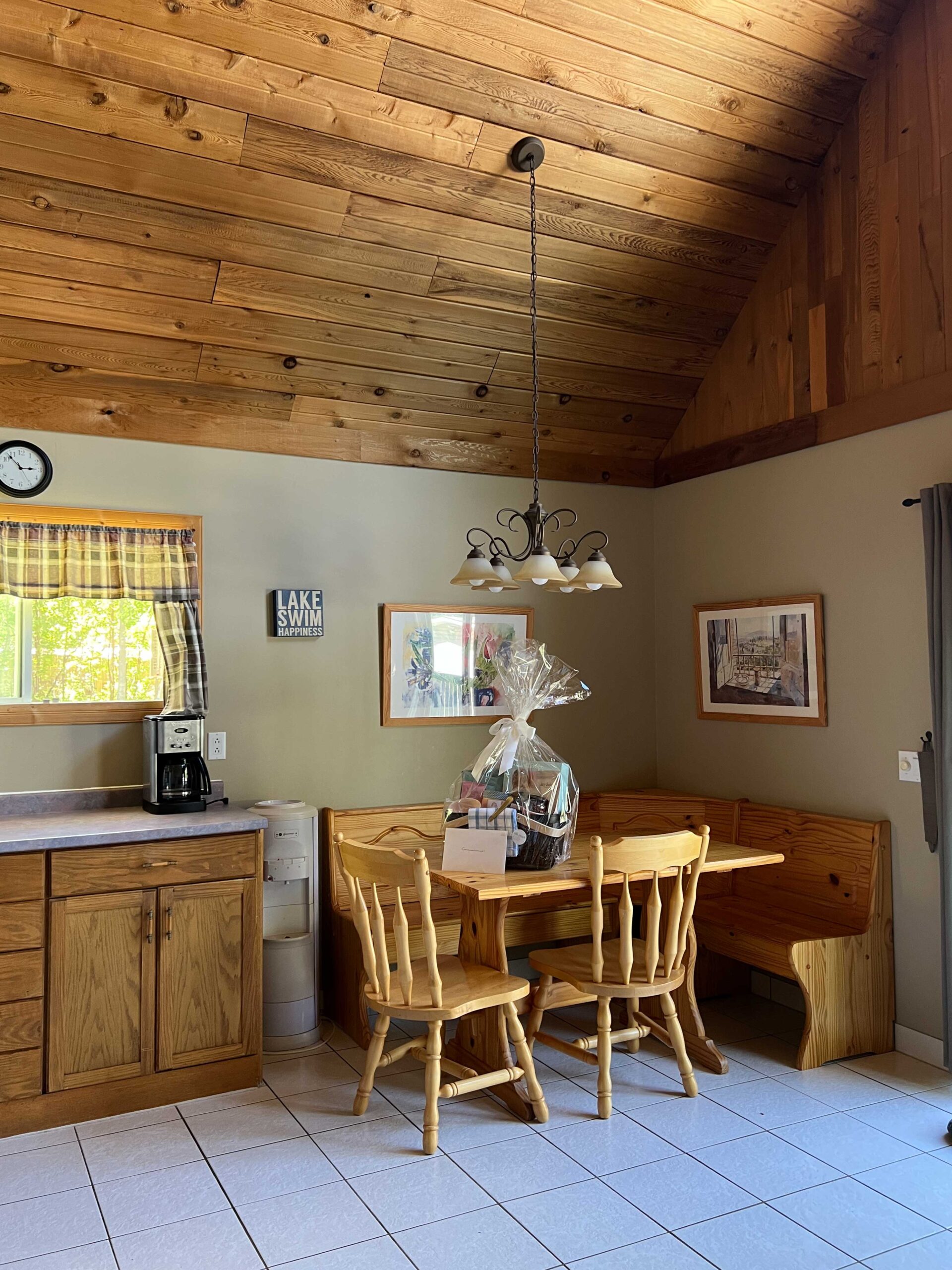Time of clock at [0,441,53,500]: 2:53
